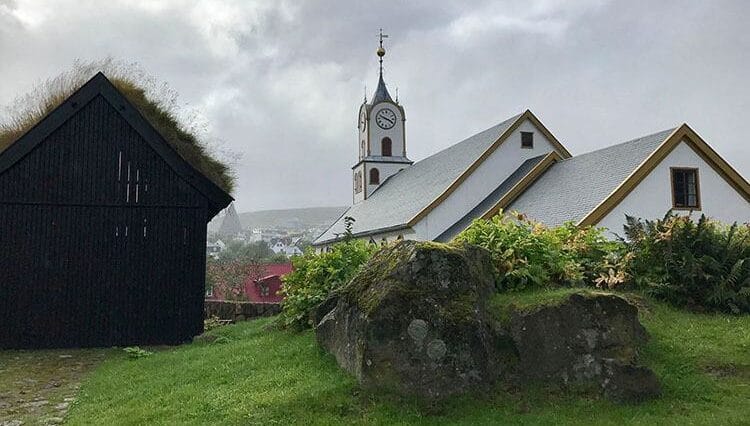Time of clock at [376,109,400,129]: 3:48
